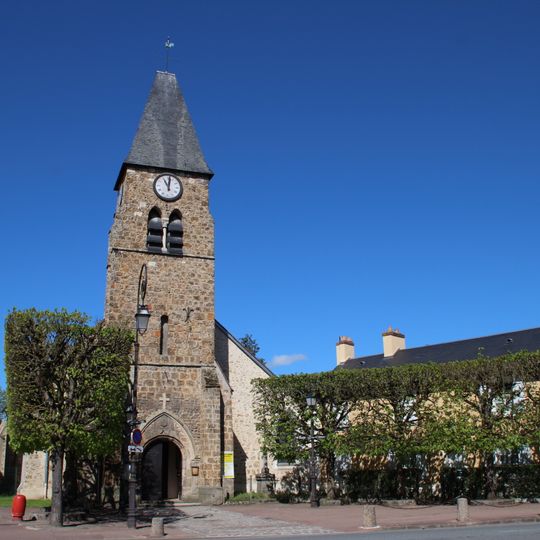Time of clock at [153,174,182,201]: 11:01
